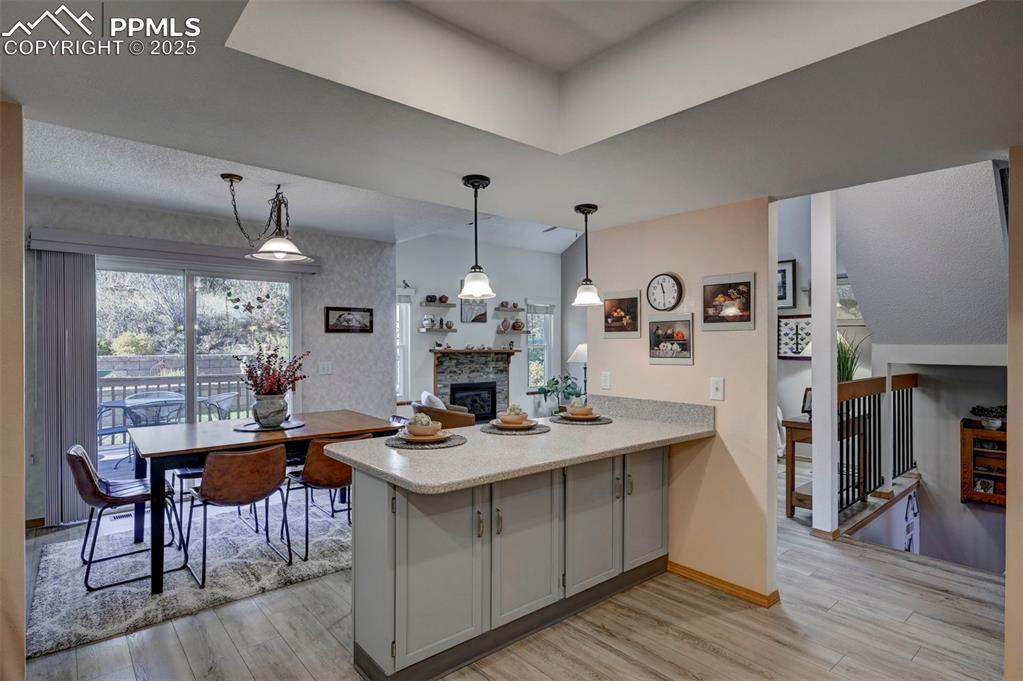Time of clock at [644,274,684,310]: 11:29
